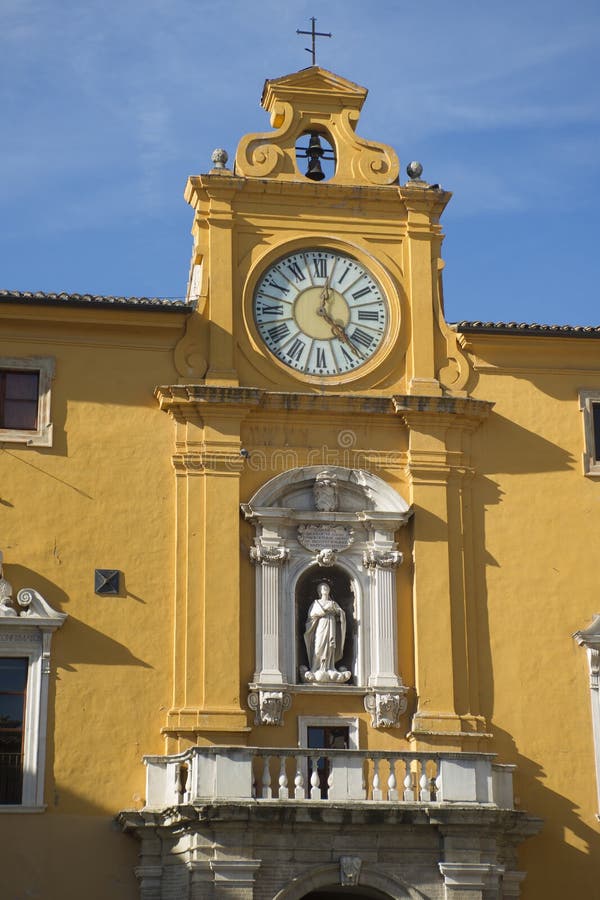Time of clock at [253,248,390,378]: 12:22
